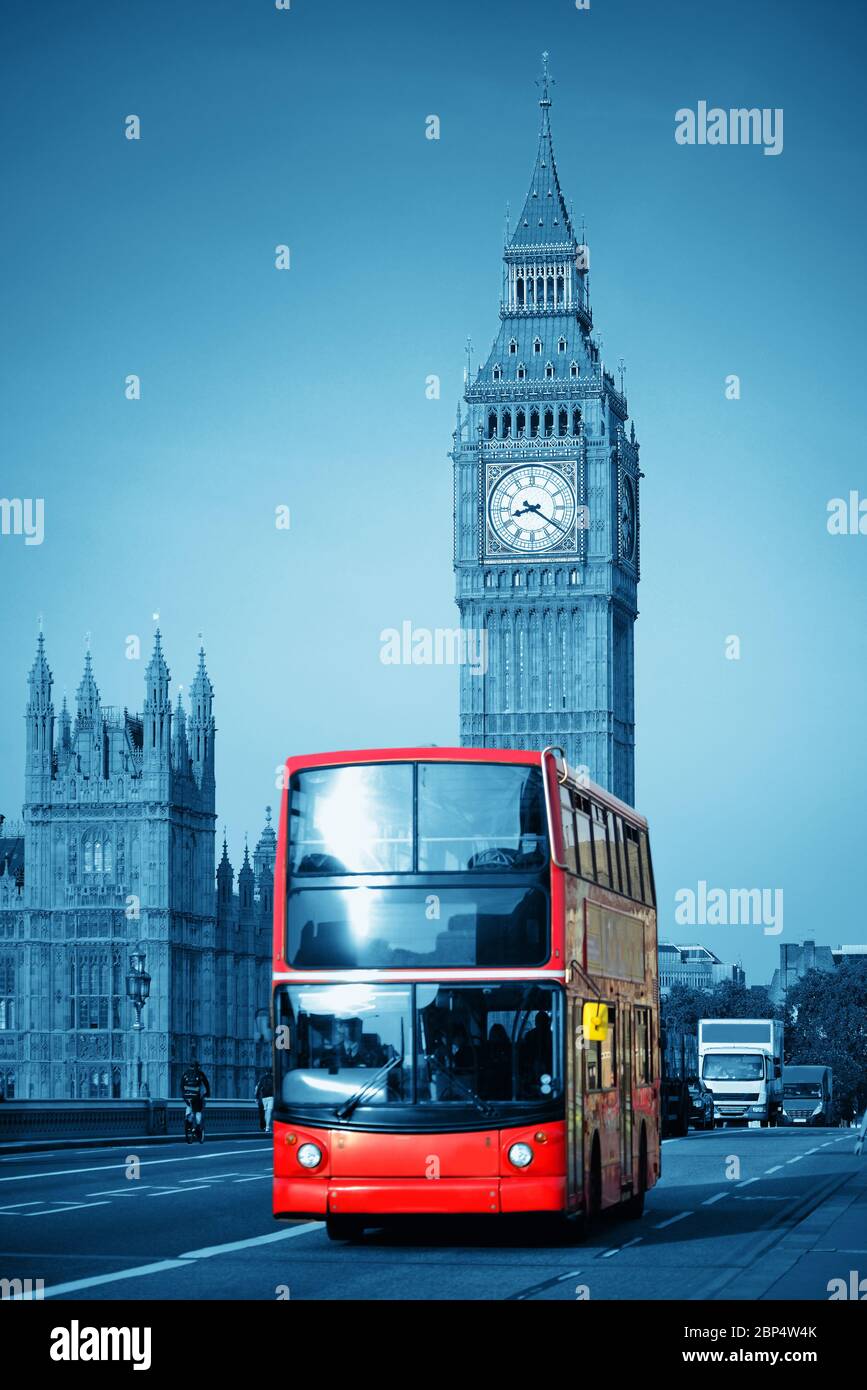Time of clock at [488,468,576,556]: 8:21
